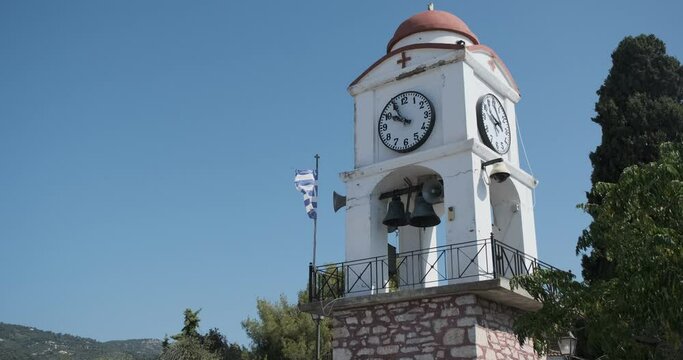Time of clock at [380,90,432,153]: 9:54
